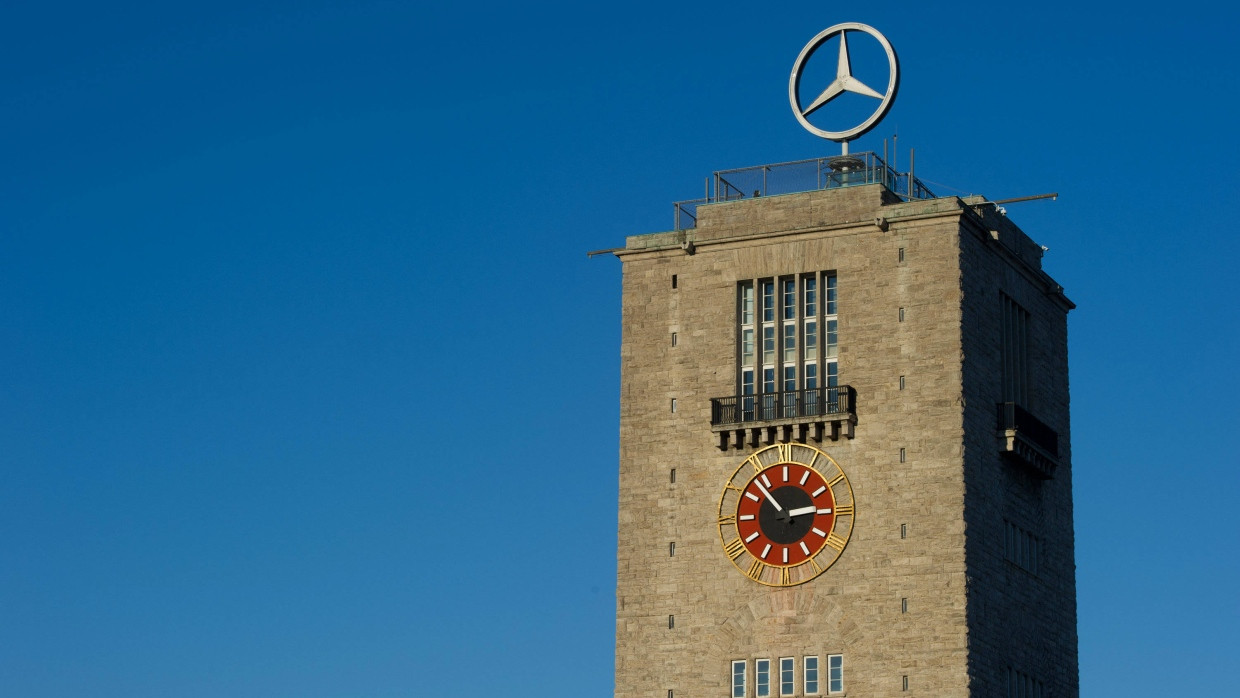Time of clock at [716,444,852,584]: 2:53
